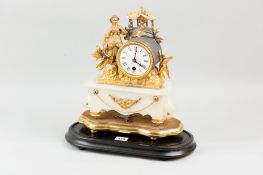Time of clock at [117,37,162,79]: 4:01
